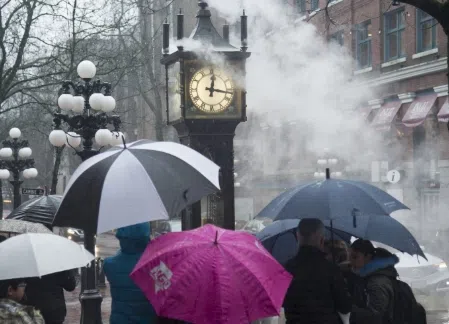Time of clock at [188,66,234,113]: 12:16
